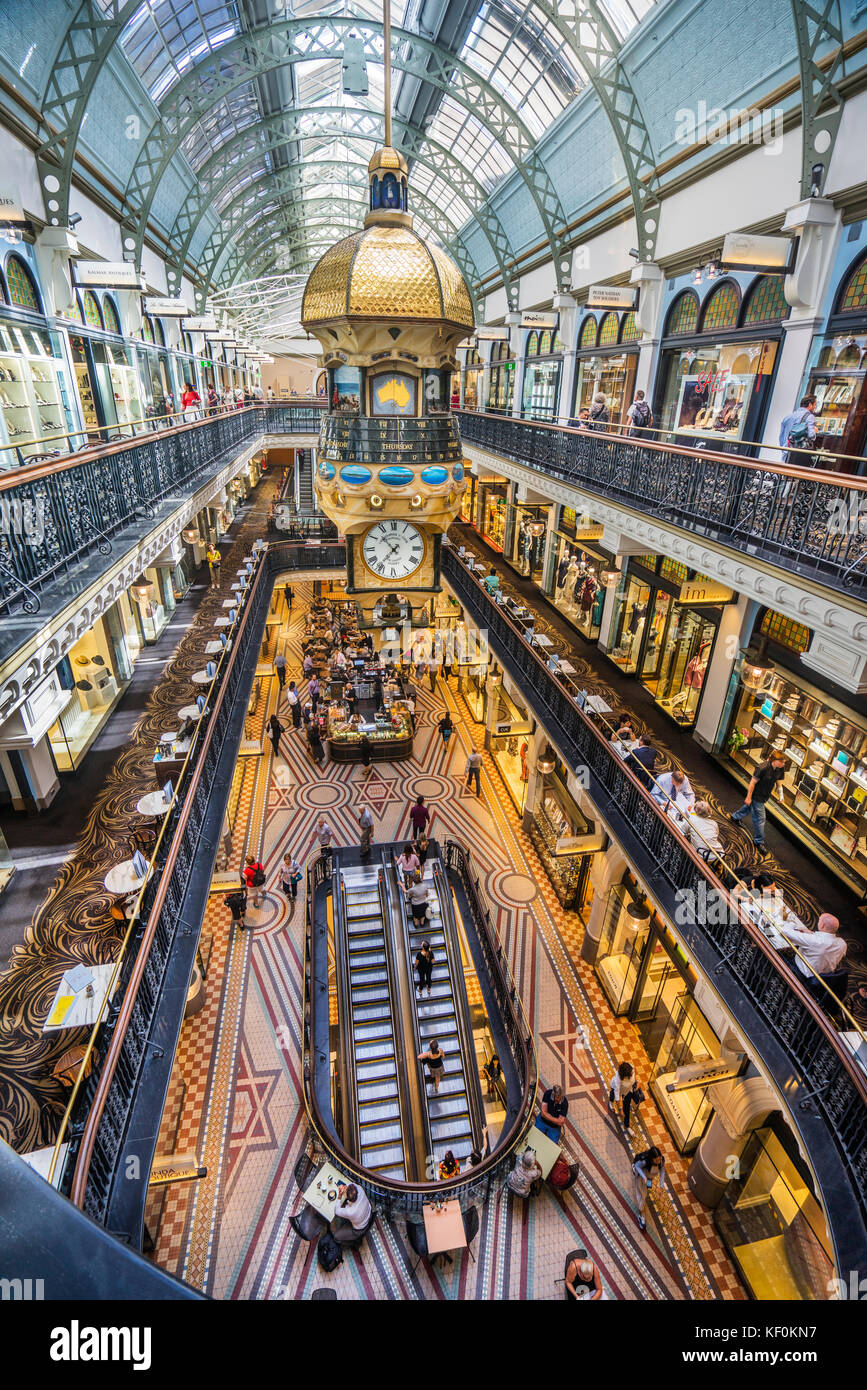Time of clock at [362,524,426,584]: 10:36
